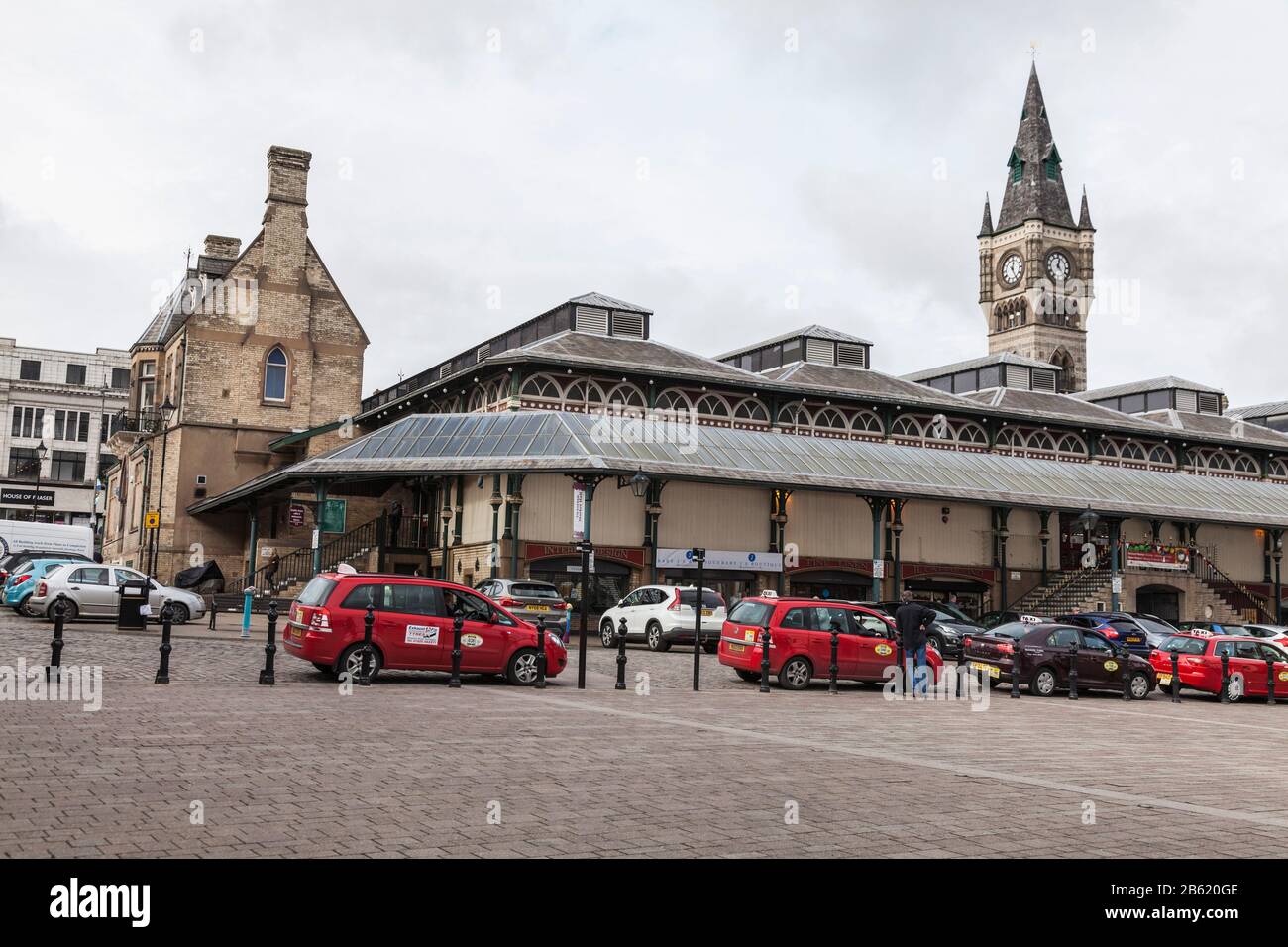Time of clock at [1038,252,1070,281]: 12:23
